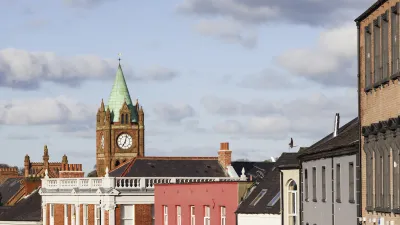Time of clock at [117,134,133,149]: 7:02
